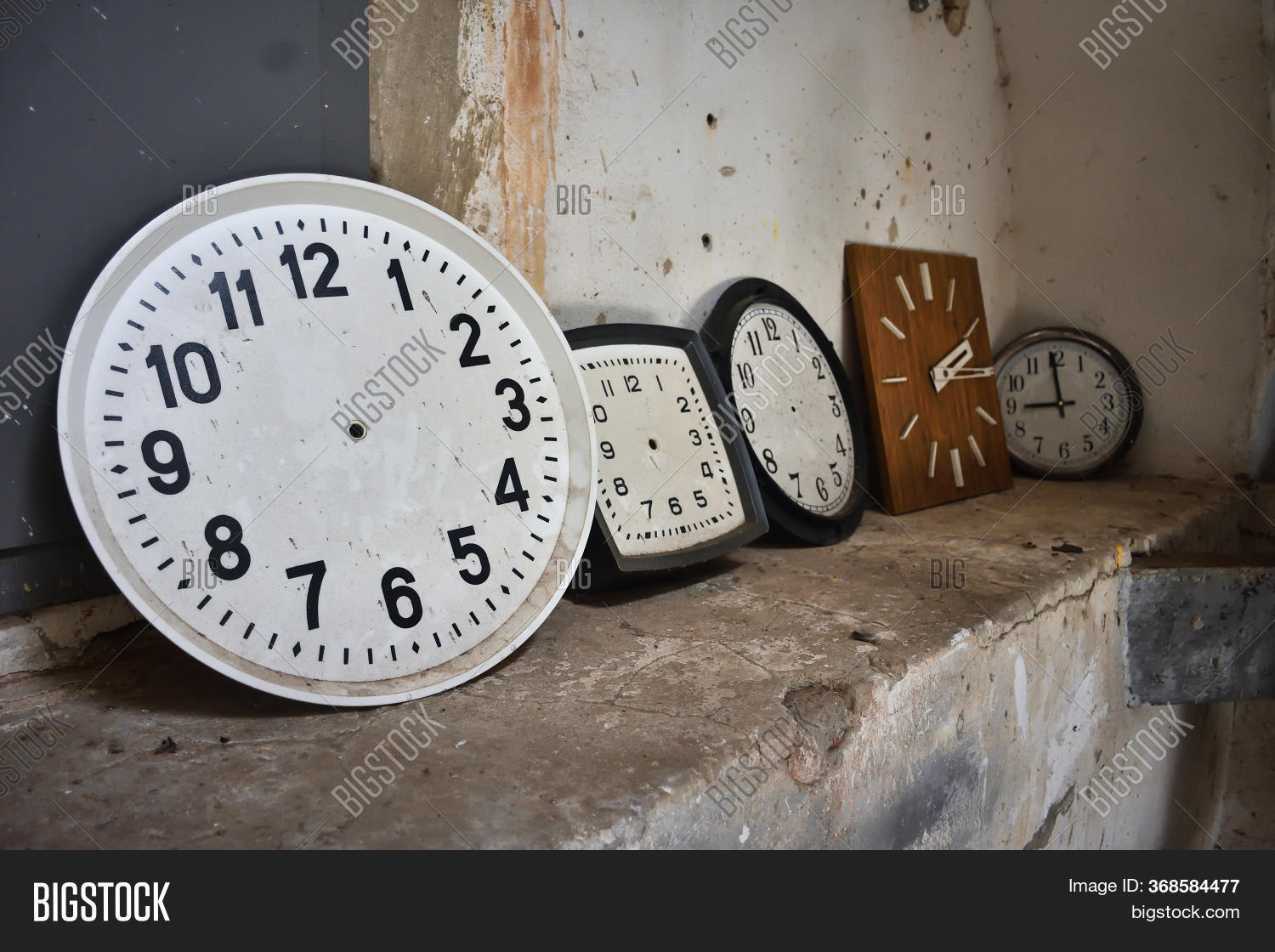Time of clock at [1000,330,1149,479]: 8:59
